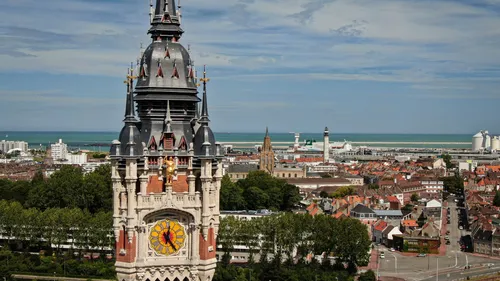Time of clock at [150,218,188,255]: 12:23
